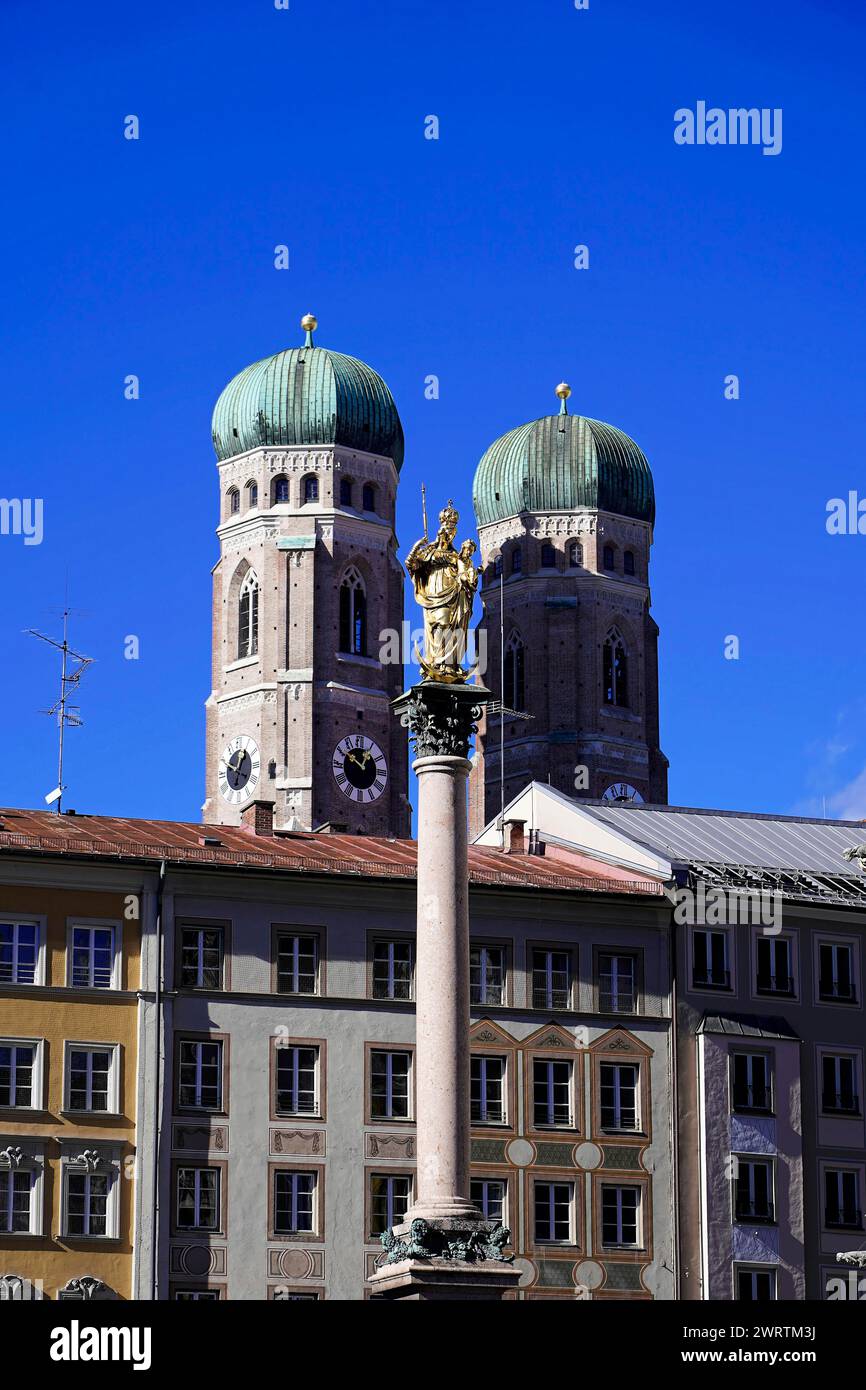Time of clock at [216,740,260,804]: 12:49
